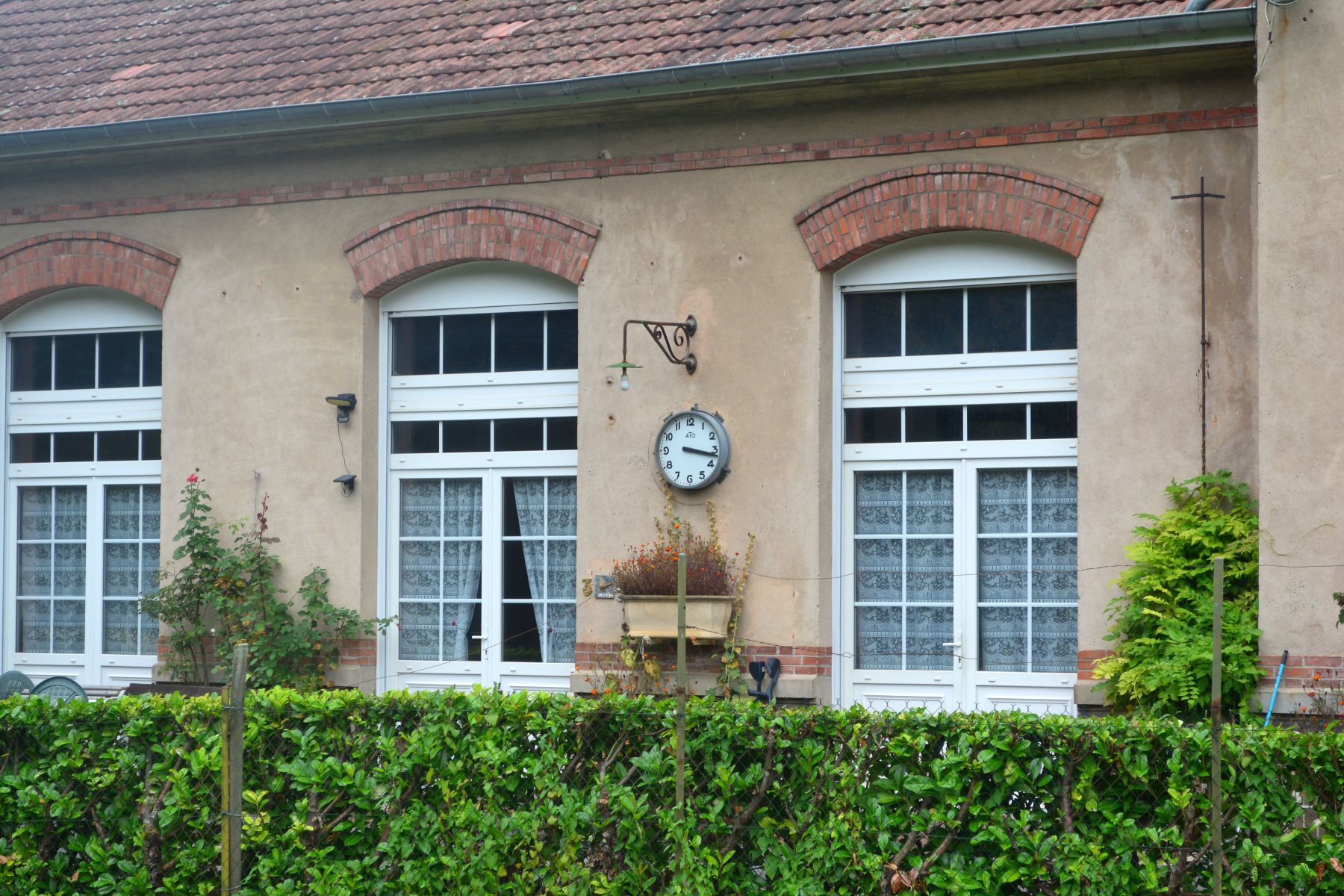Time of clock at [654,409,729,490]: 3:17
